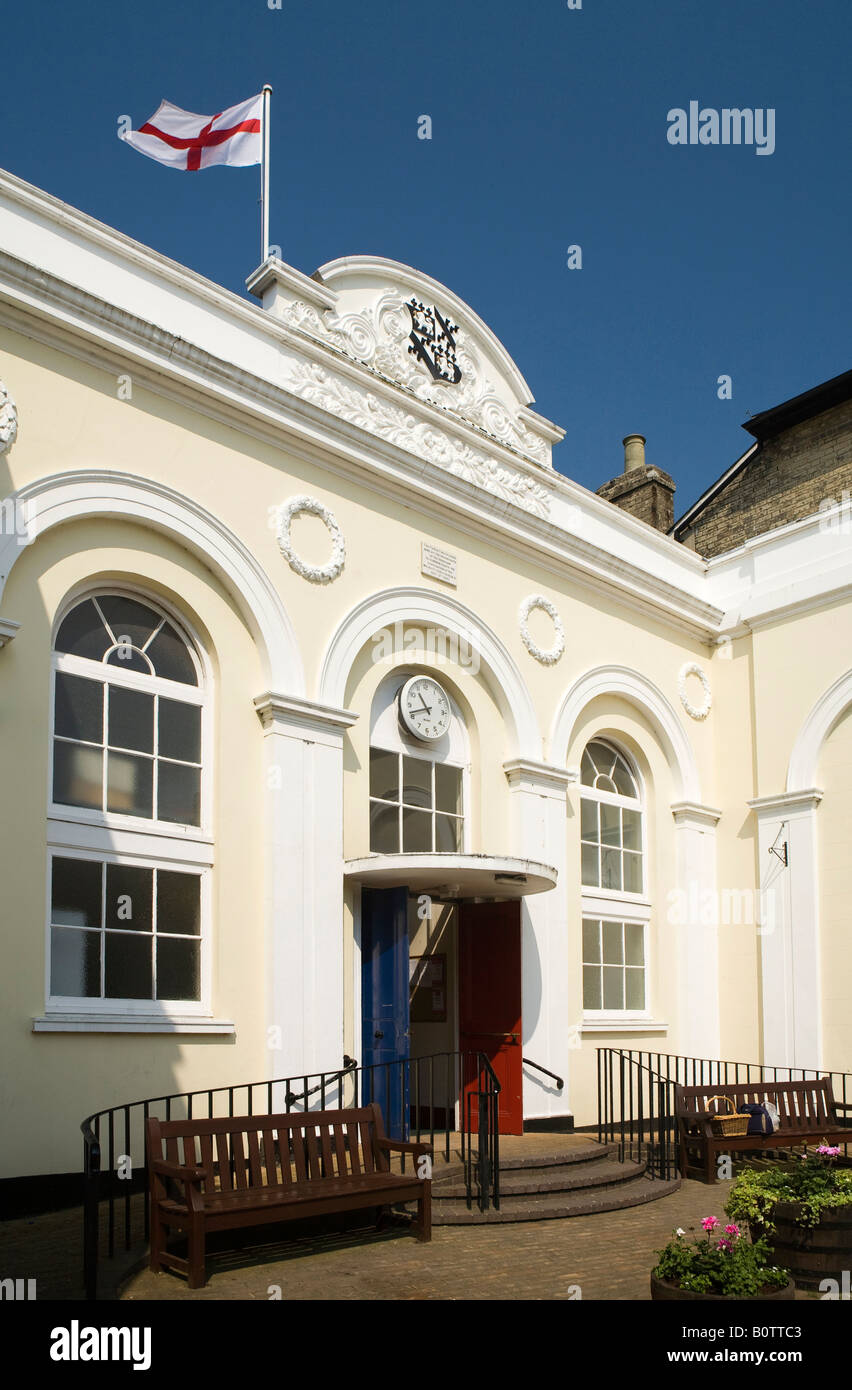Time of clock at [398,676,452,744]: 10:41
